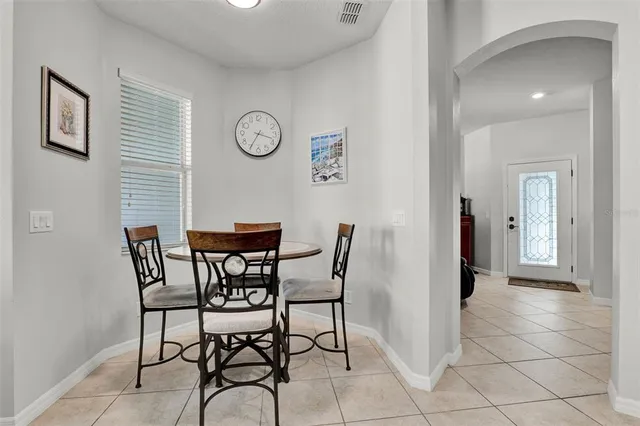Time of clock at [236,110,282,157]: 3:34
